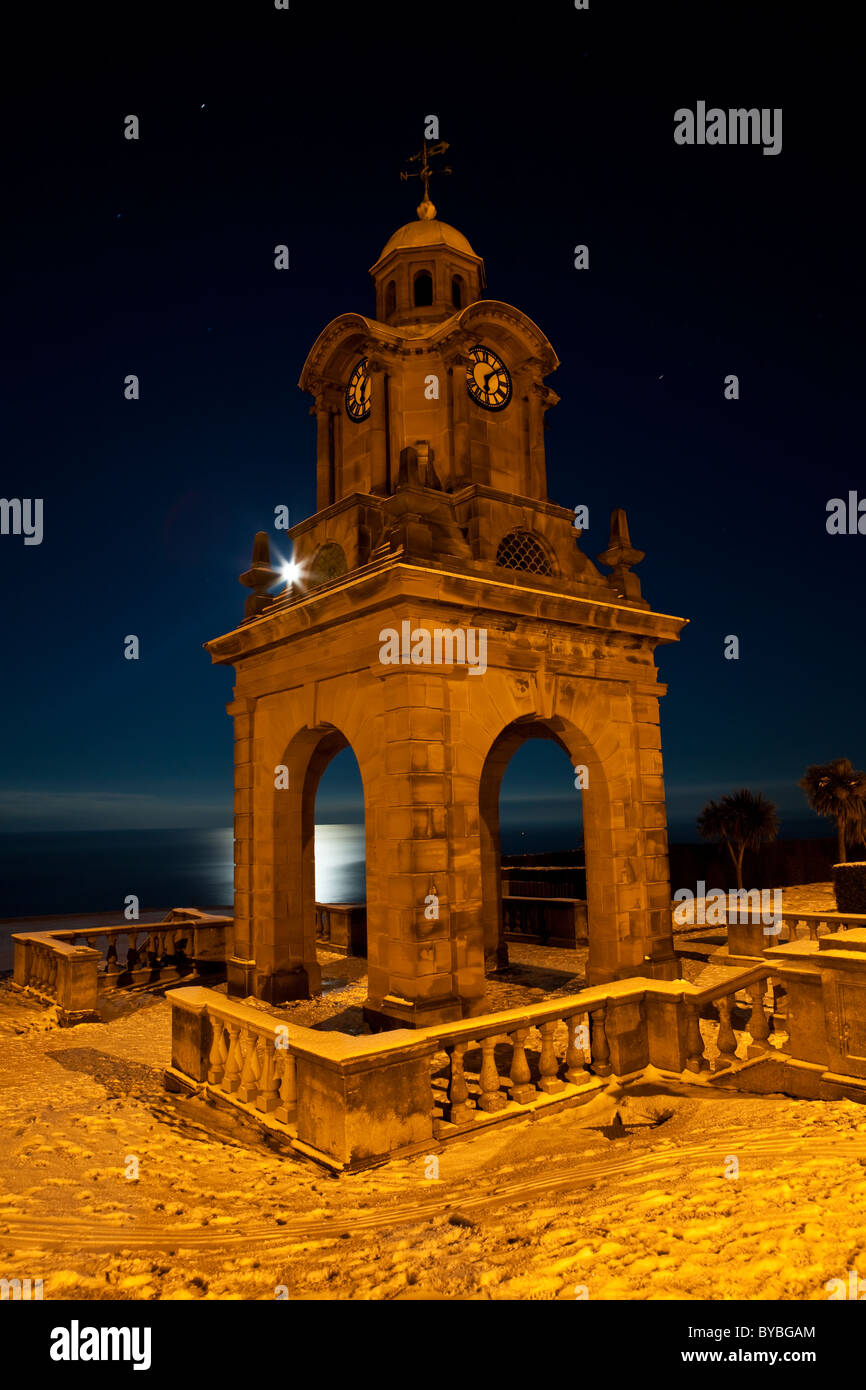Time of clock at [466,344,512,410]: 6:08
